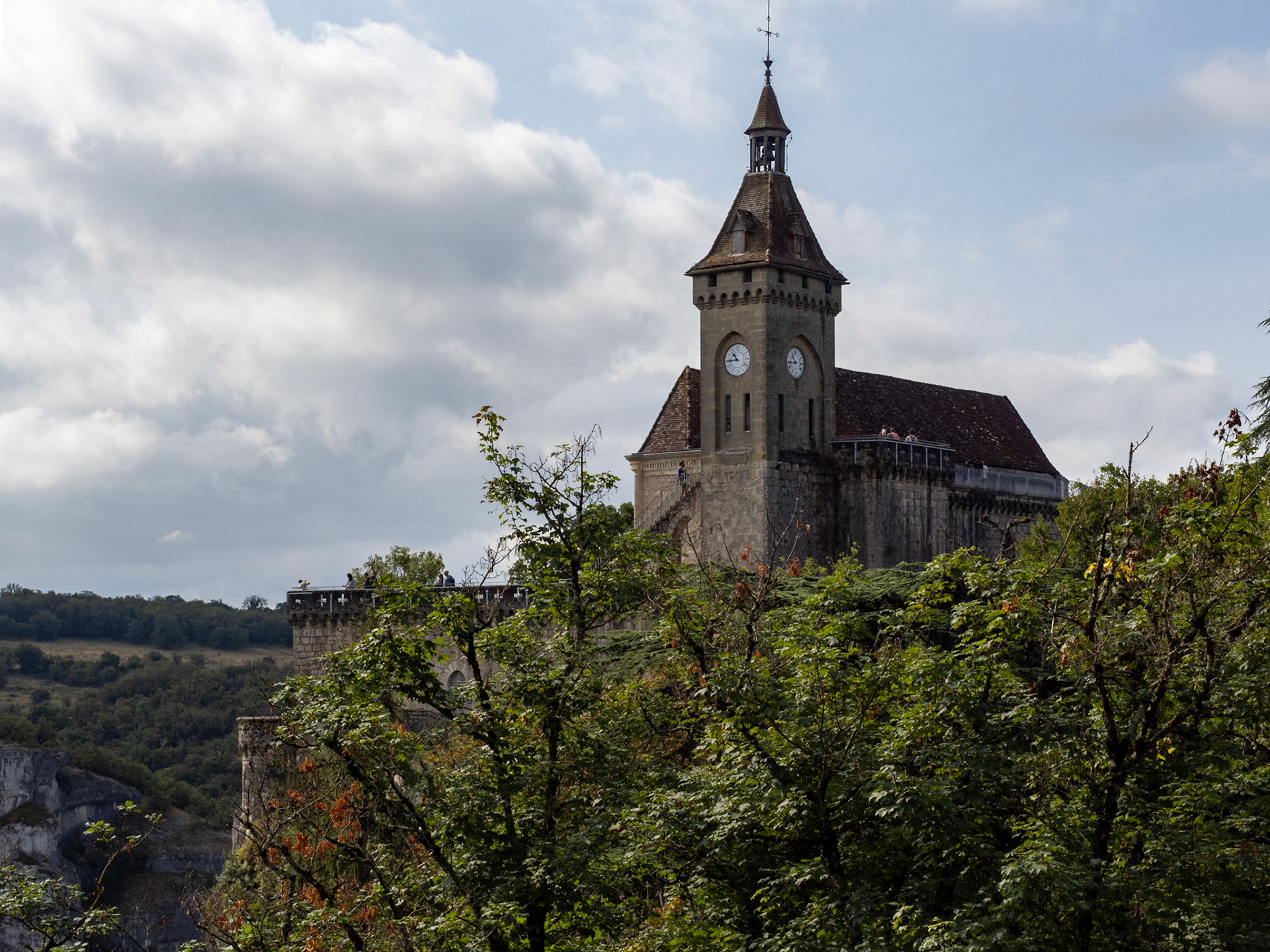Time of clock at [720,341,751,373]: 10:43
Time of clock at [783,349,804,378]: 10:43
